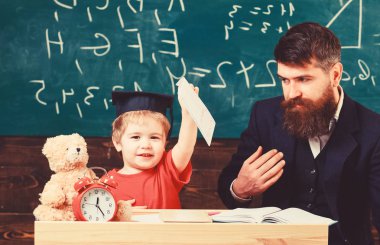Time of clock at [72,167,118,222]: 12:24
